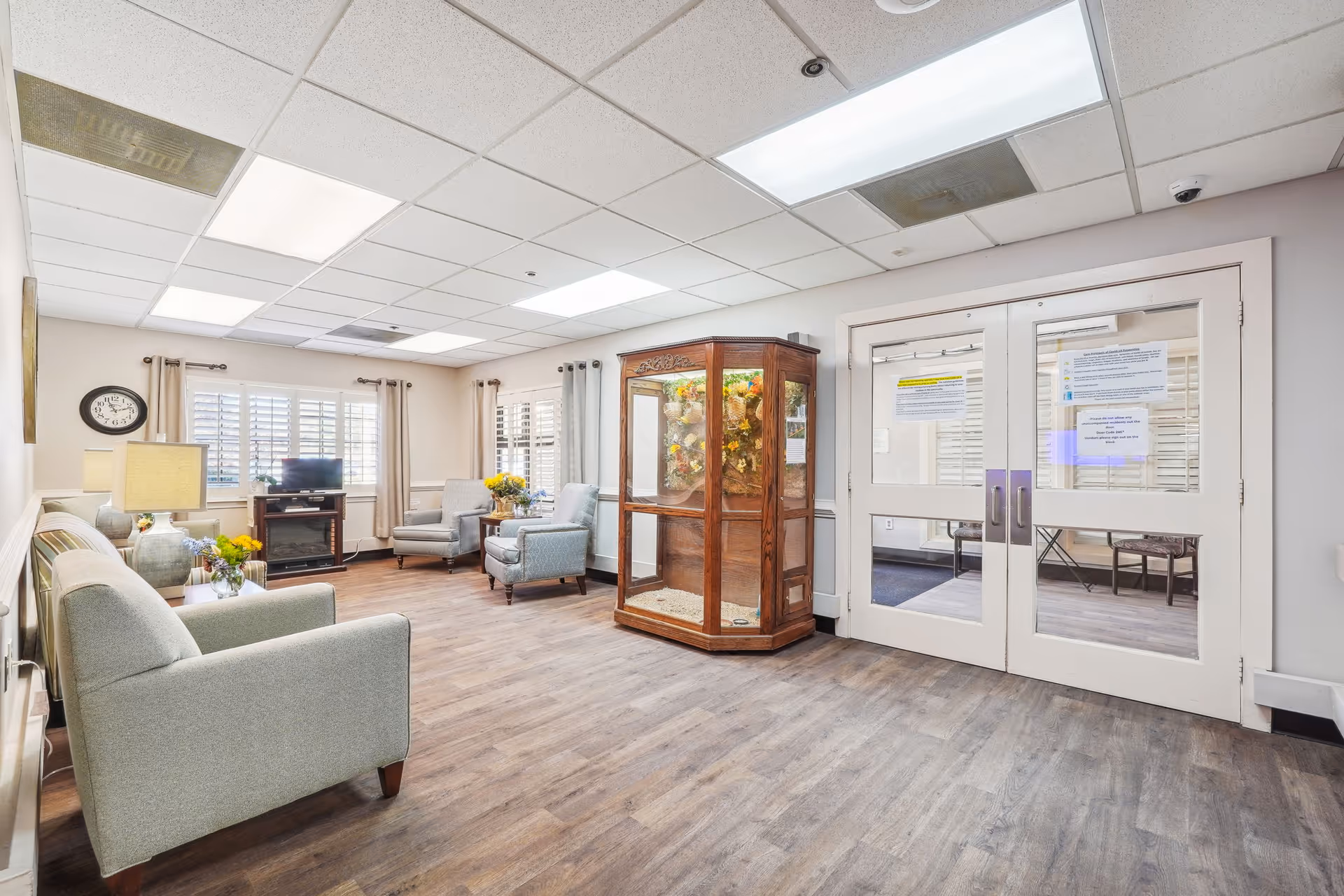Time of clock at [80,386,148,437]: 11:12
